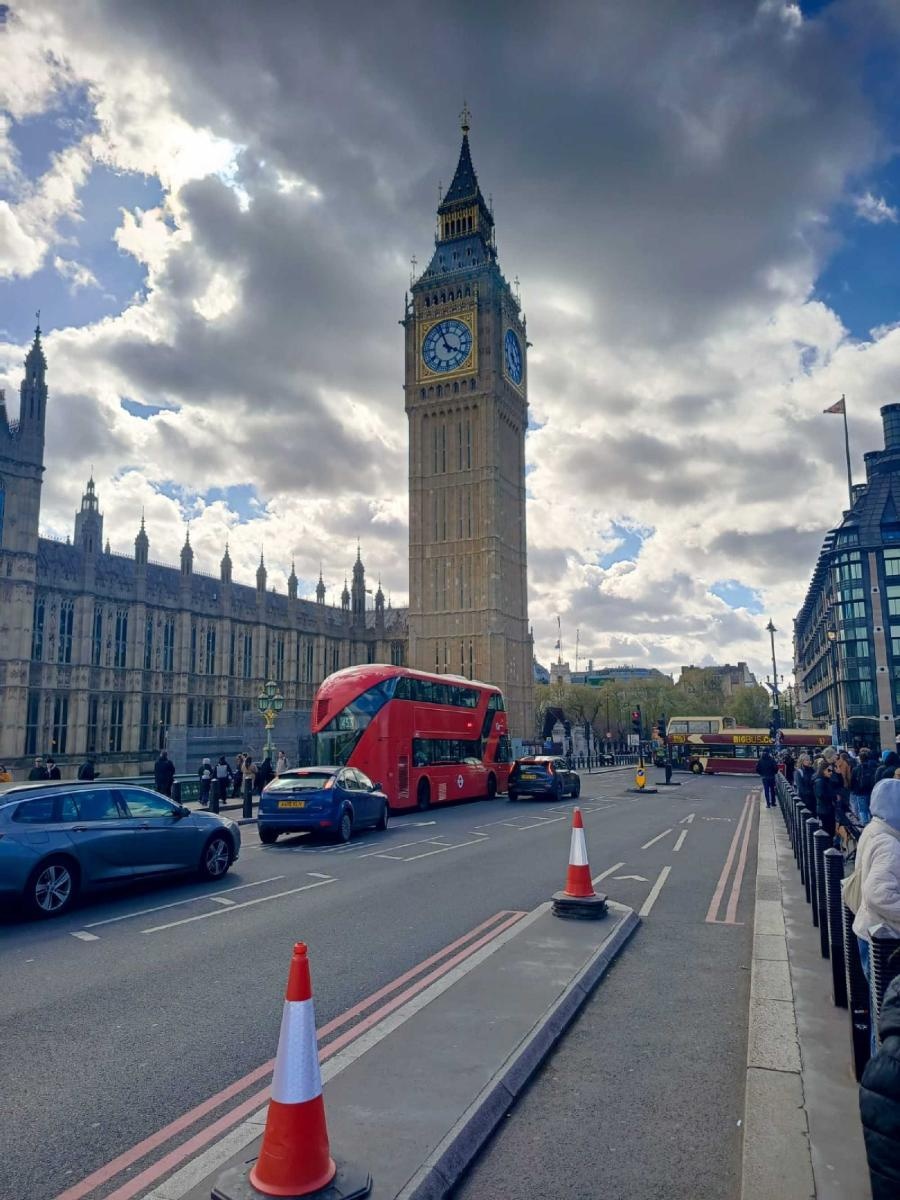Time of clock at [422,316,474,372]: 3:56
